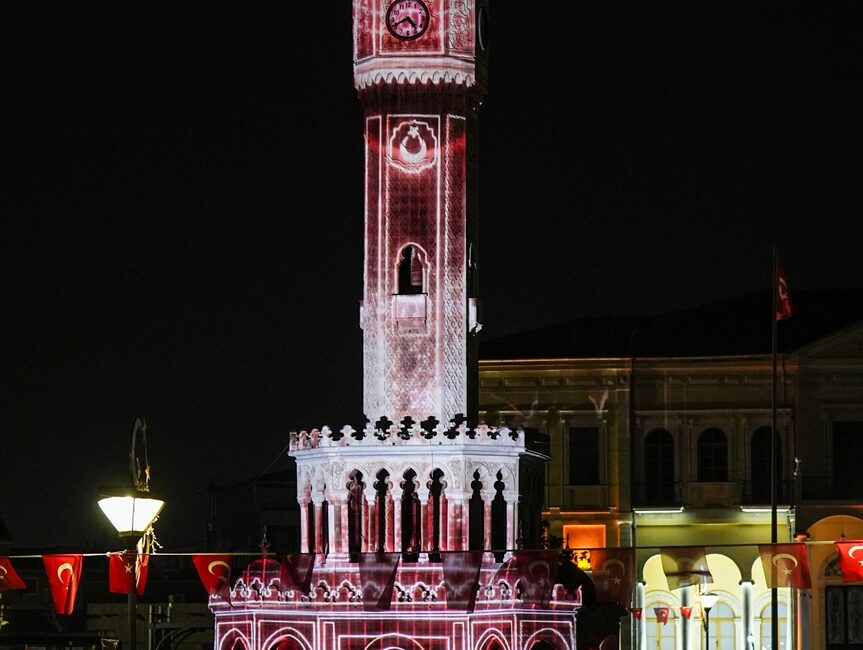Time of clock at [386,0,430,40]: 4:40
